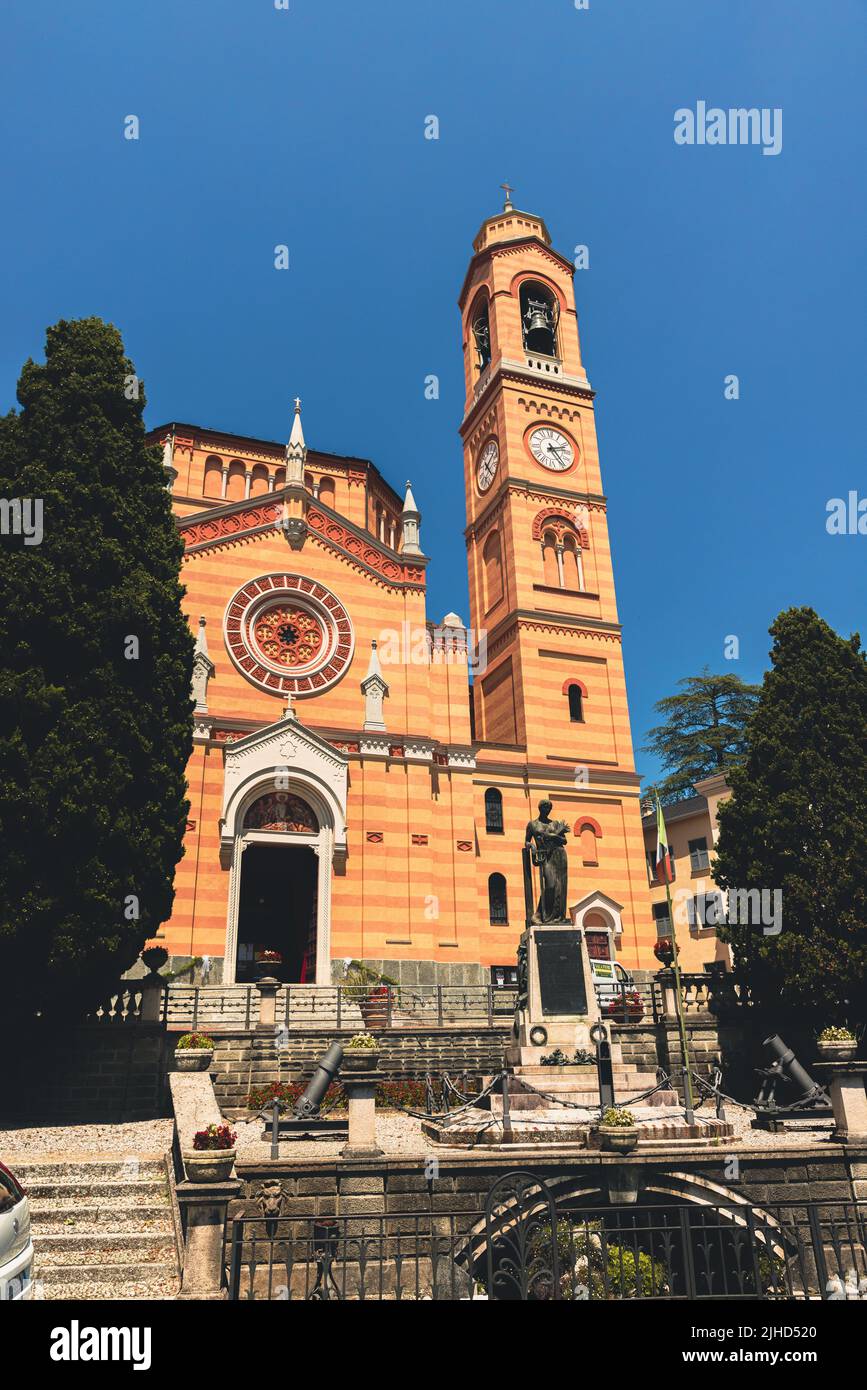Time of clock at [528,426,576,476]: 2:24
